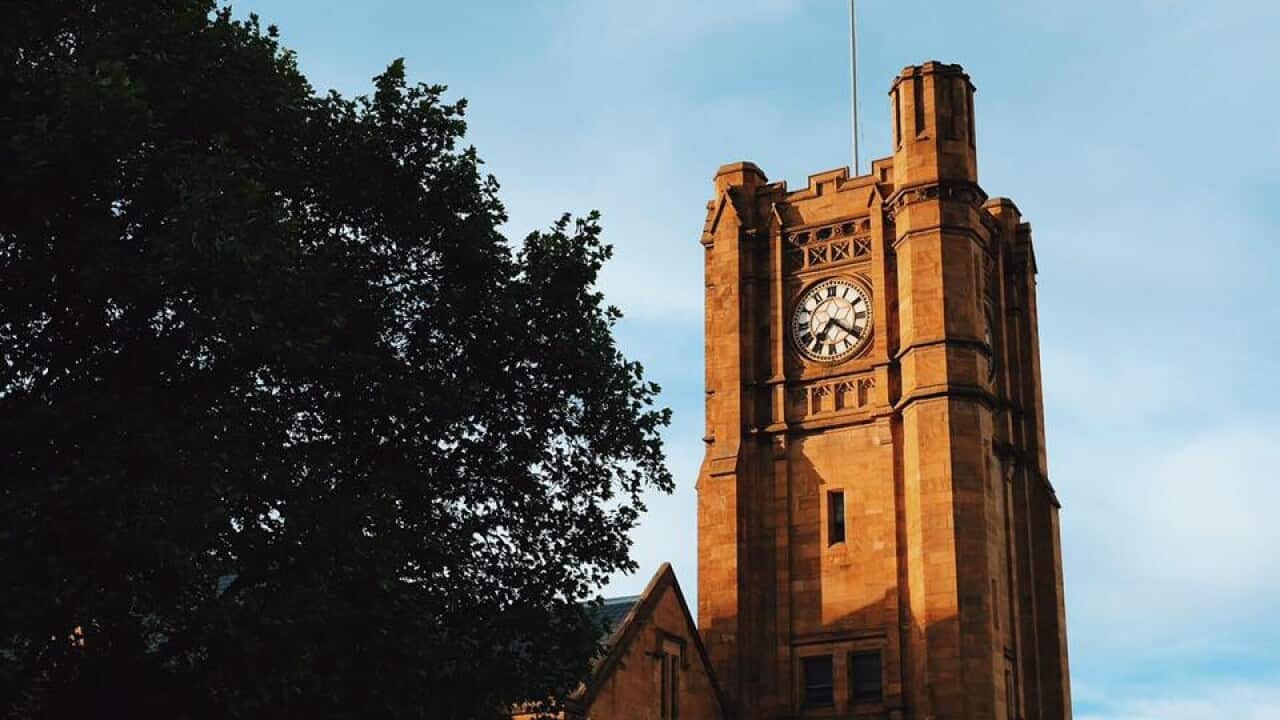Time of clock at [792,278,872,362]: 7:21
